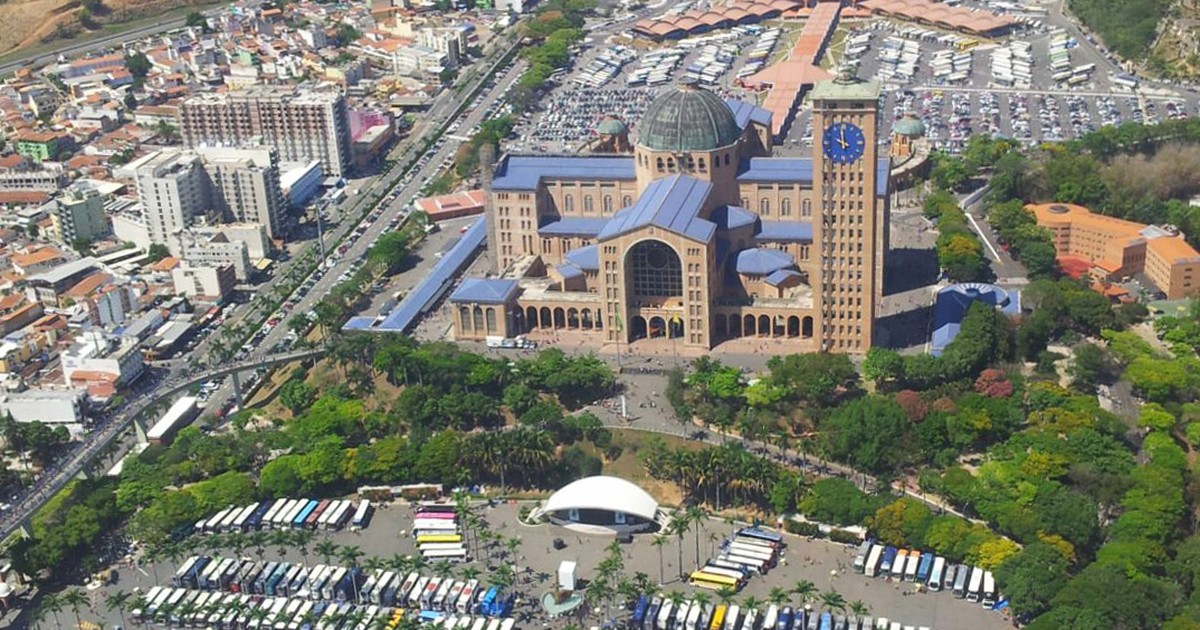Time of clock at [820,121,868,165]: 9:59
